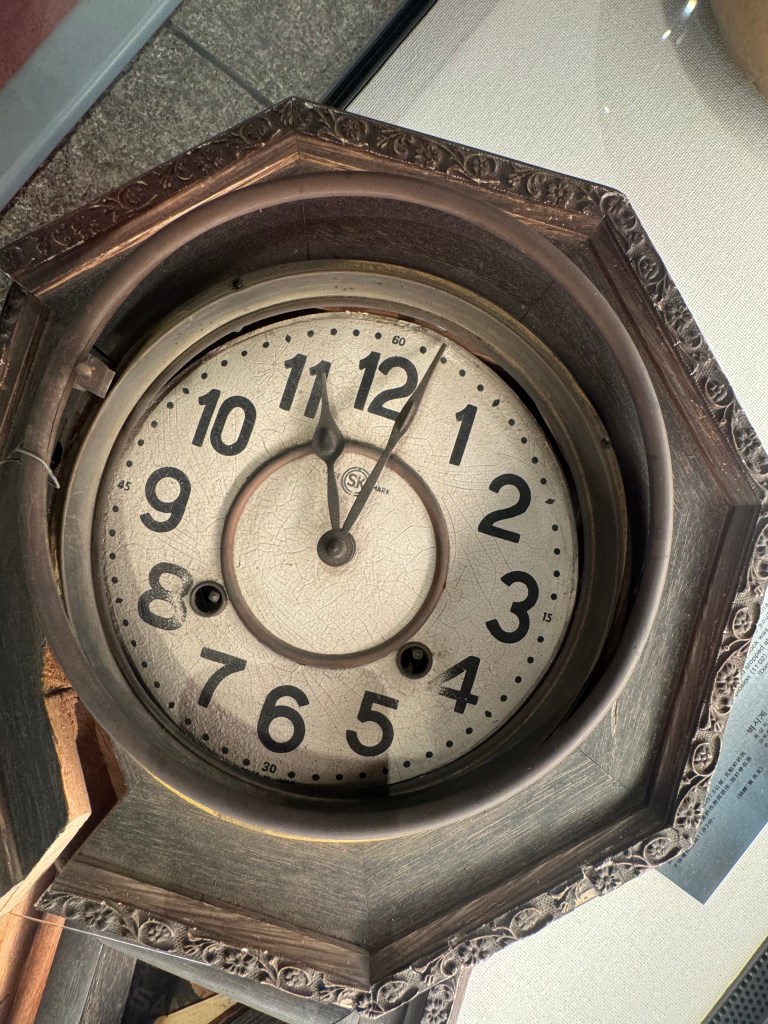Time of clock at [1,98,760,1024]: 11:02
